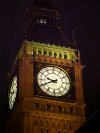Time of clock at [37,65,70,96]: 9:41
